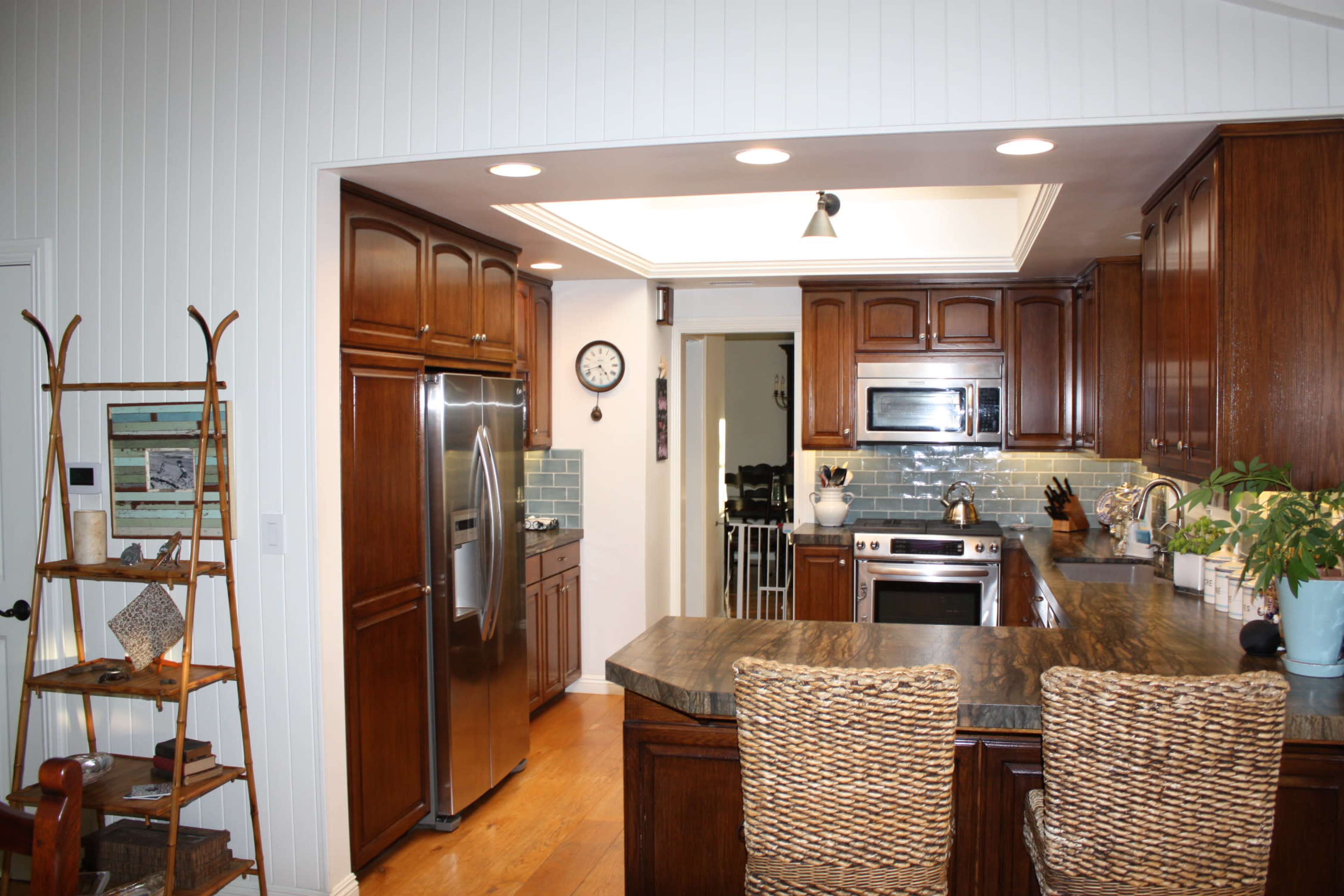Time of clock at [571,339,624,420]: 4:42
